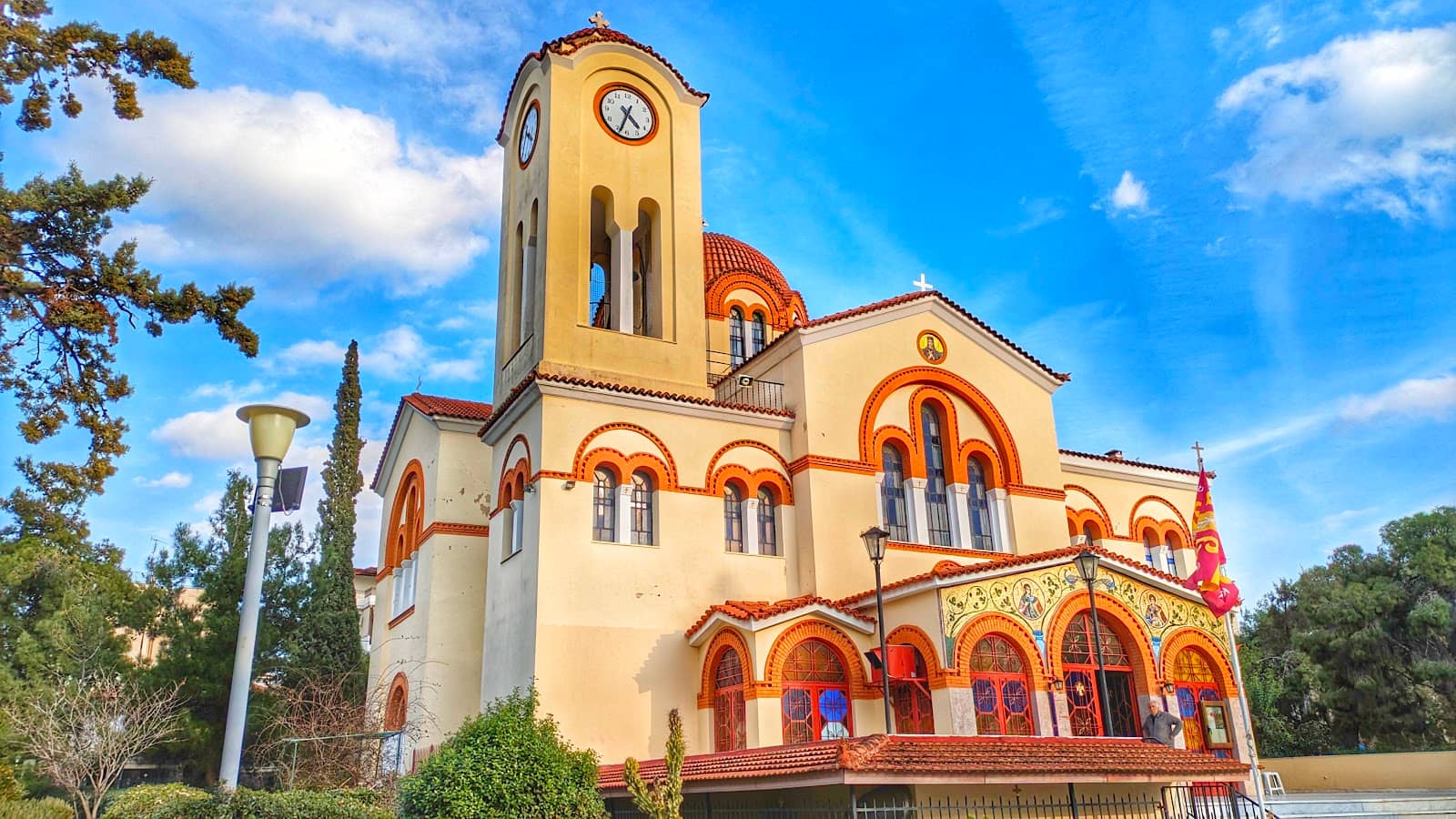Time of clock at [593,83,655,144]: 4:33
